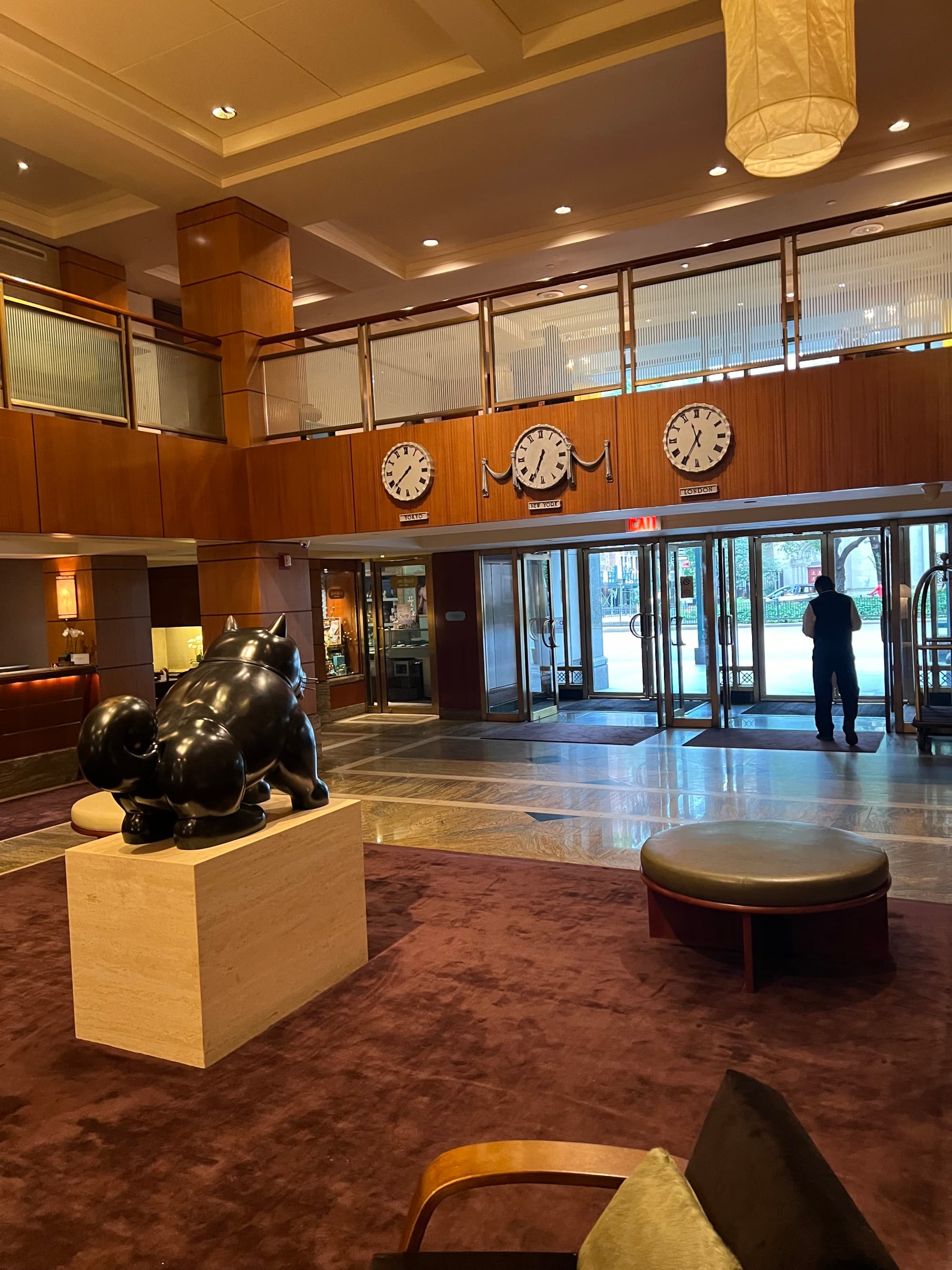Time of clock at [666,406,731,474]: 11:34
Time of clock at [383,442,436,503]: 7:37
